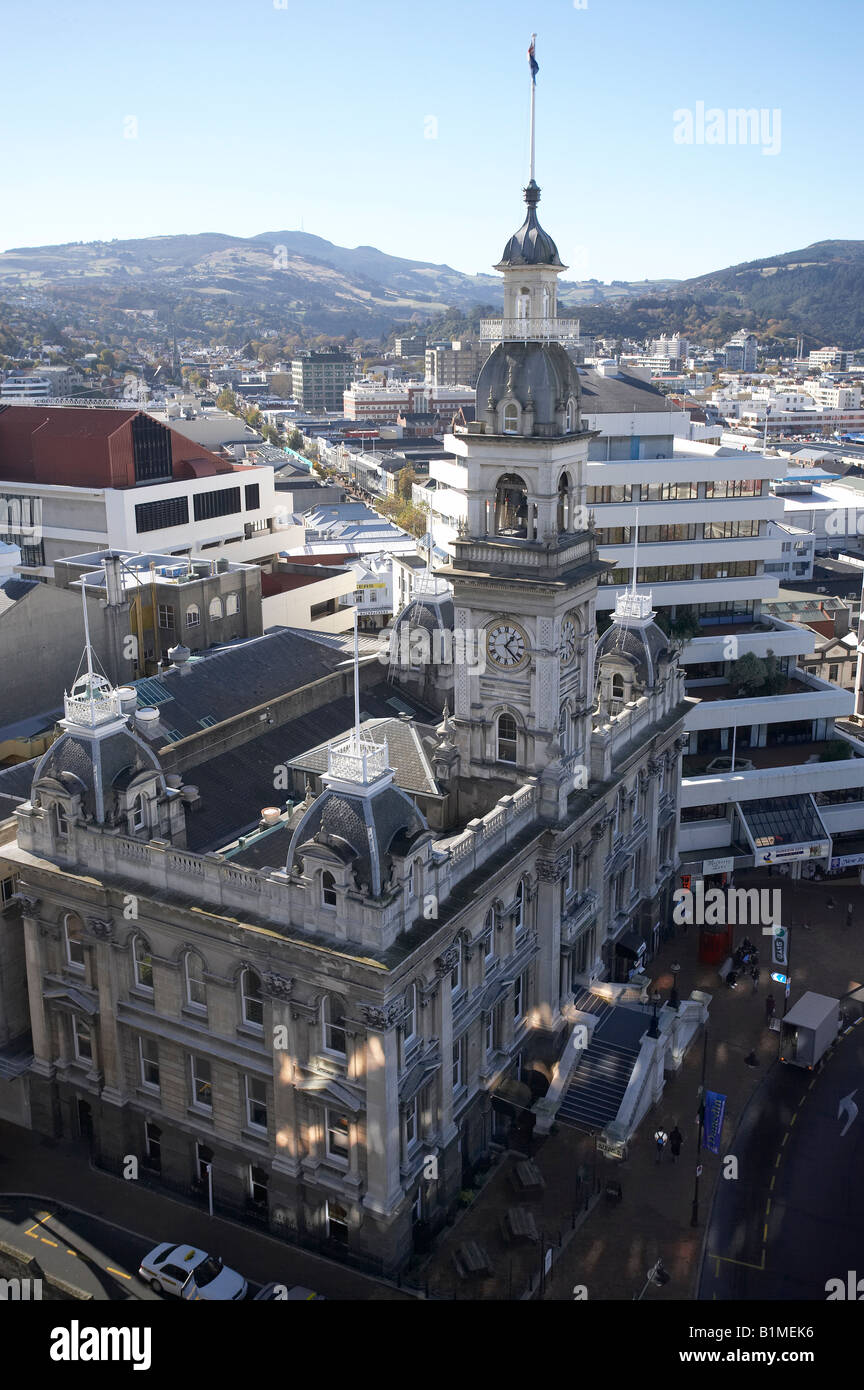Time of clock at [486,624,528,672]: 1:22
